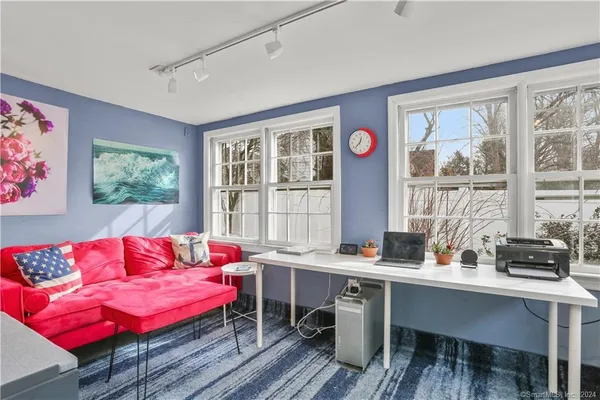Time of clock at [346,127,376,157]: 12:37
